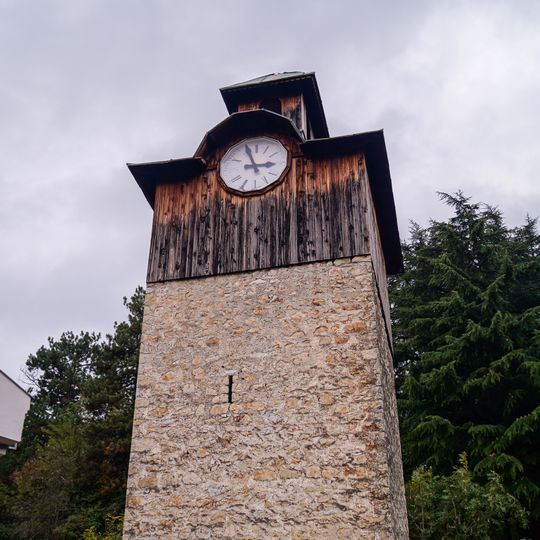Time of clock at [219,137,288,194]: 2:56
